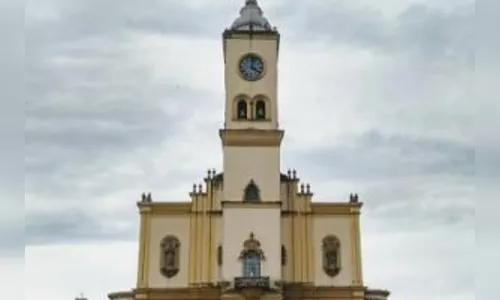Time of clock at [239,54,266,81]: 4:02
